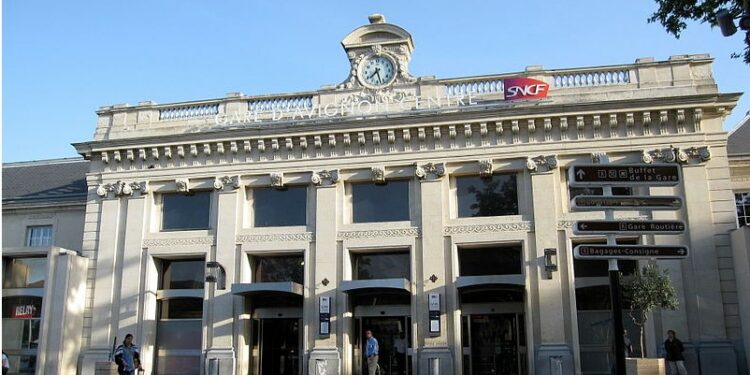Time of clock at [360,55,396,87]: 7:27
